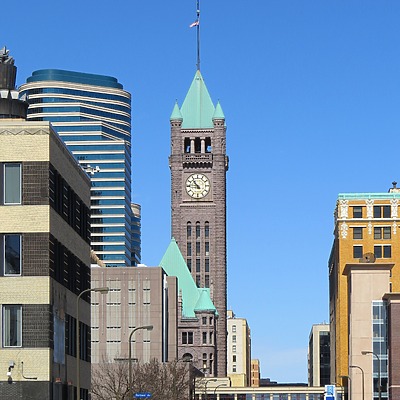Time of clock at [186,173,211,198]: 10:45
